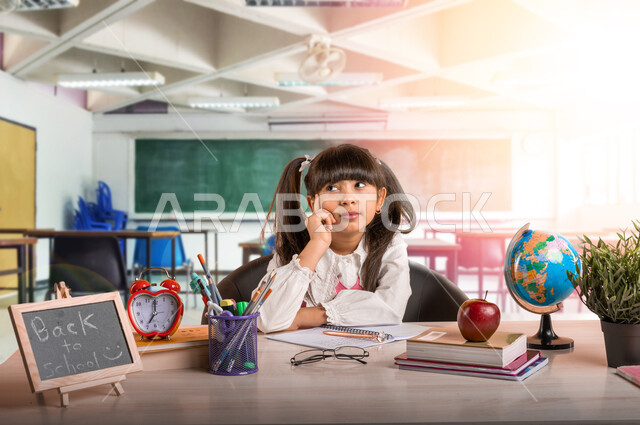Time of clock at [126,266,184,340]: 7:01
